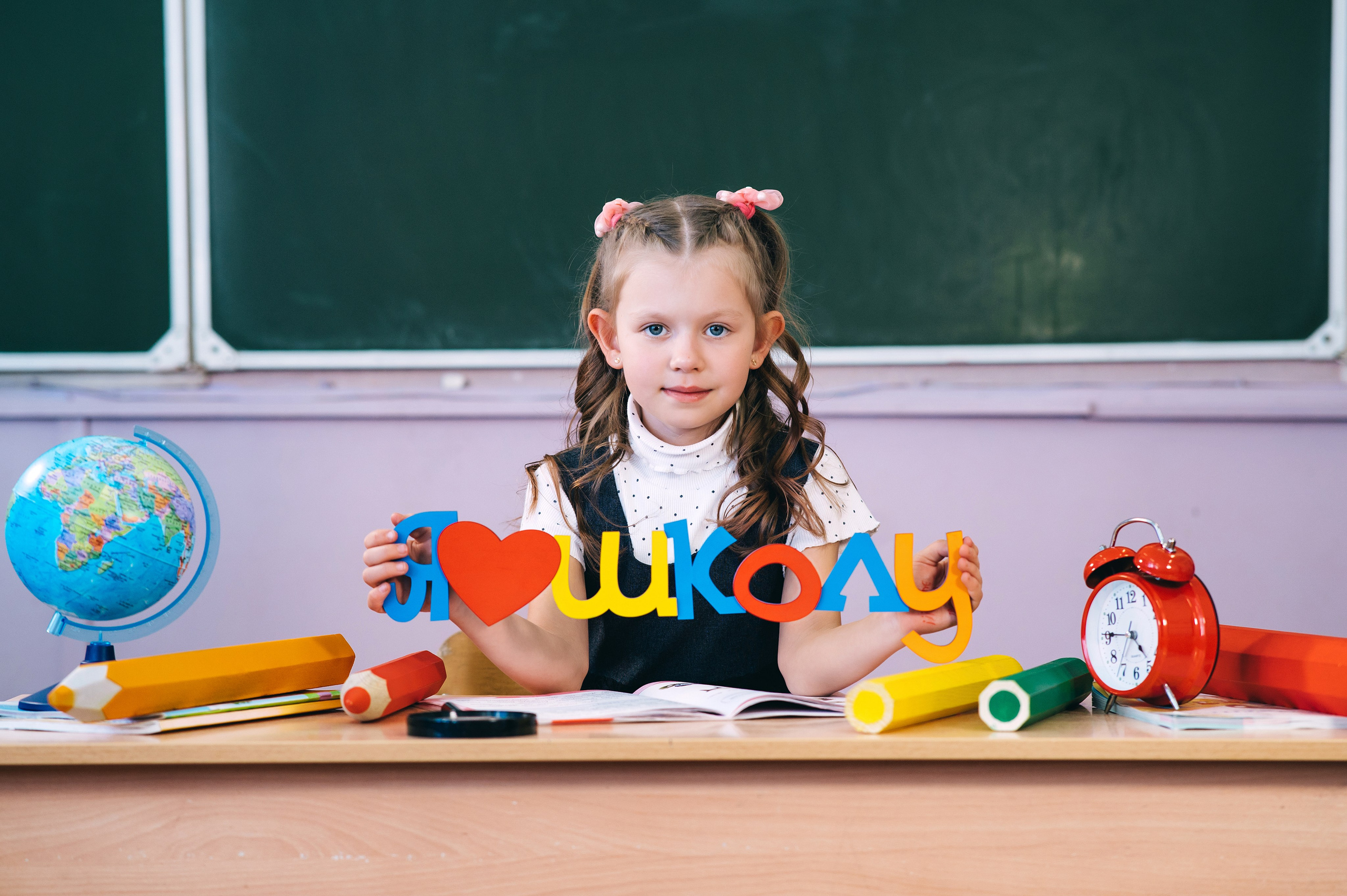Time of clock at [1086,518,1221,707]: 4:45
